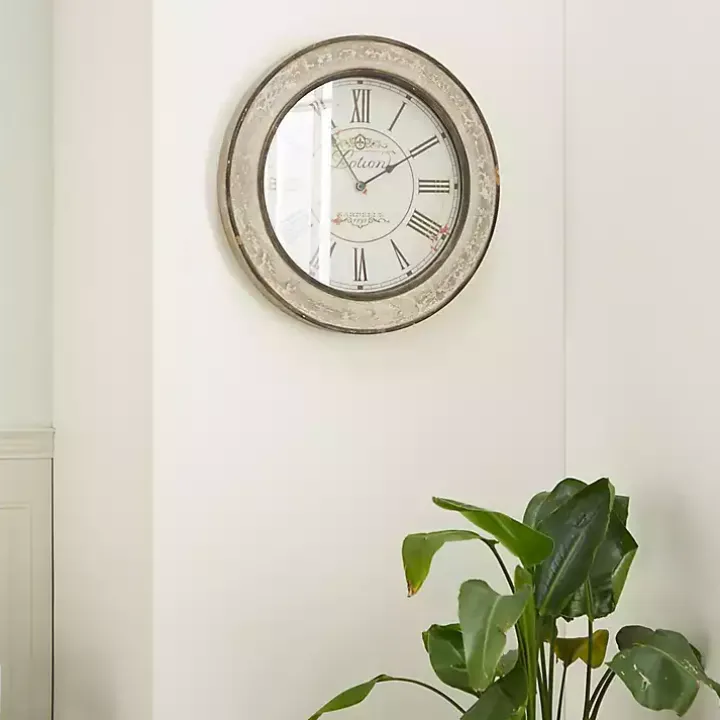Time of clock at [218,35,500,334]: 1:56
